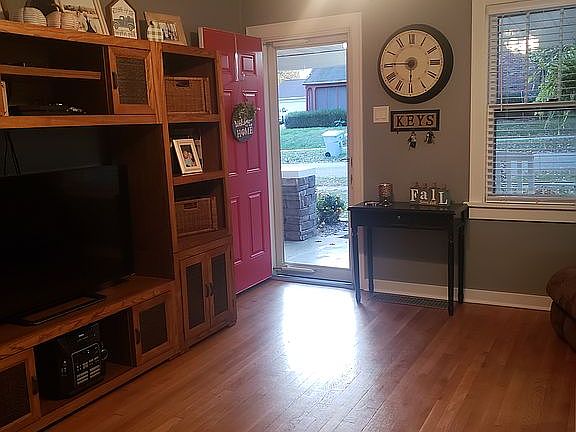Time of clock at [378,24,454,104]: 5:45
